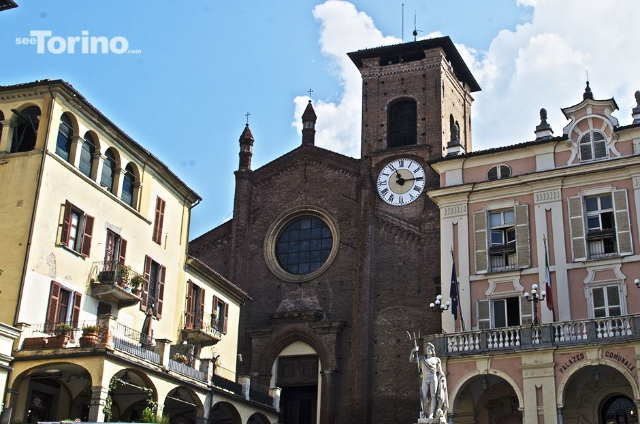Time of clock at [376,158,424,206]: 11:14
